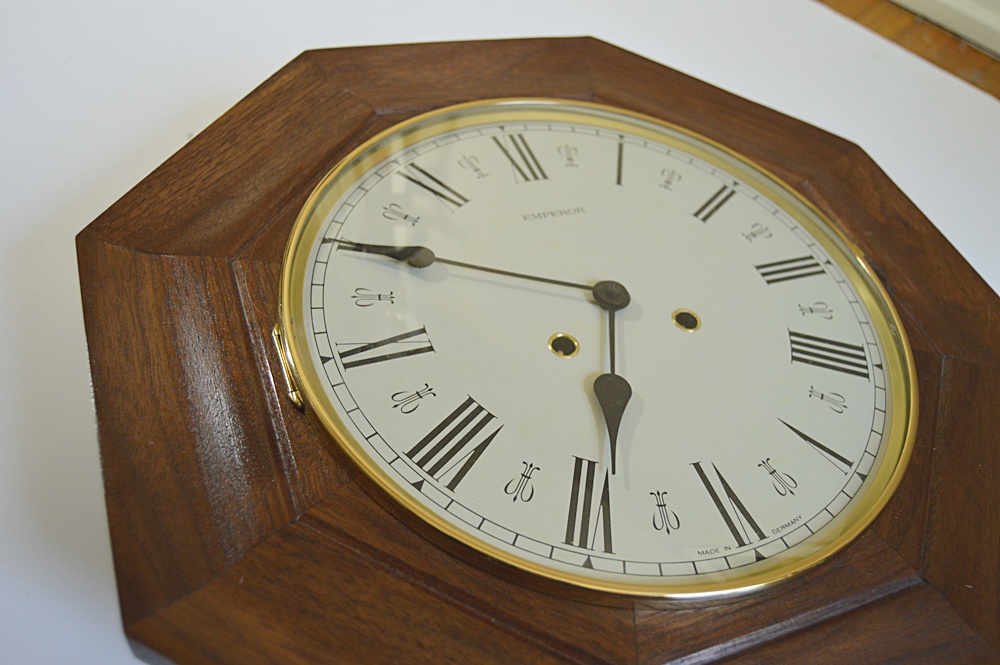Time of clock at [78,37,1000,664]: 6:50
